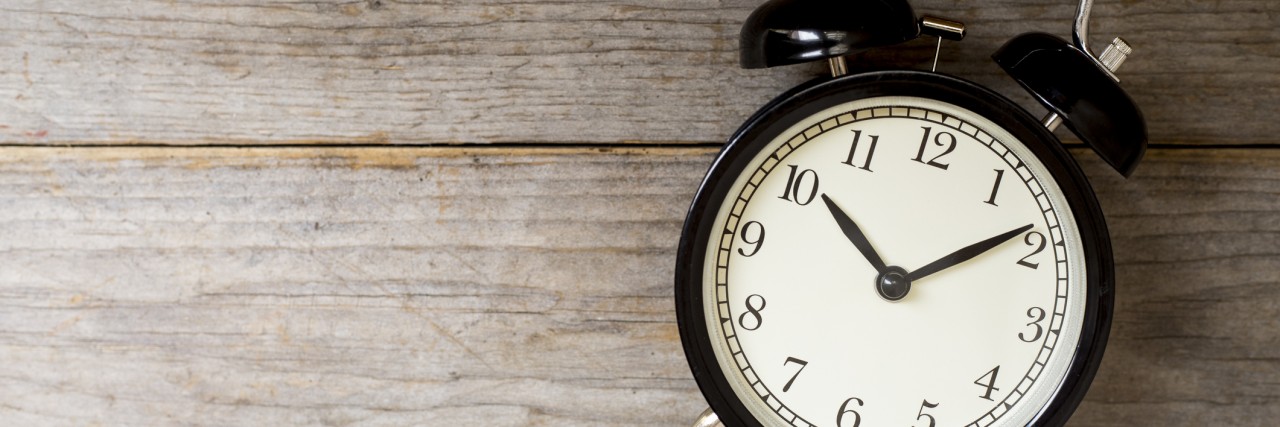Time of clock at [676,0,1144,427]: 10:08
